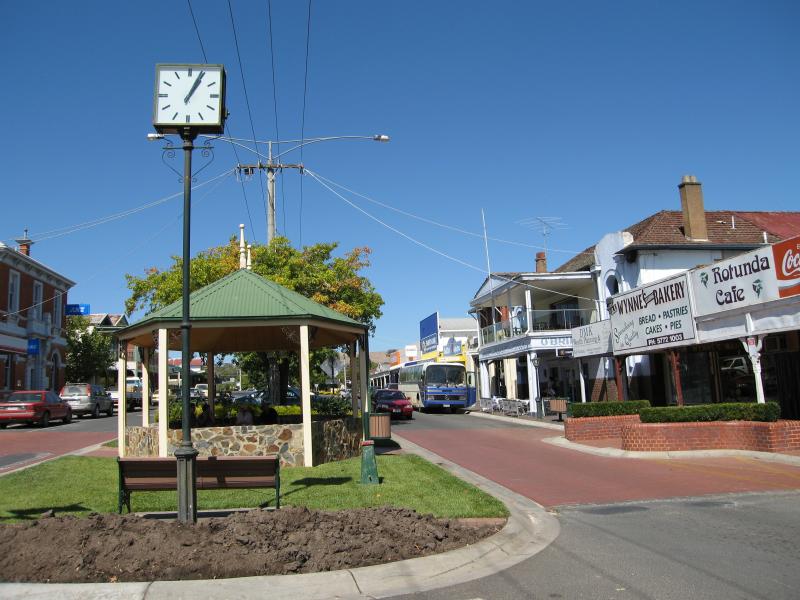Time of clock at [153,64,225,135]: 1:04
